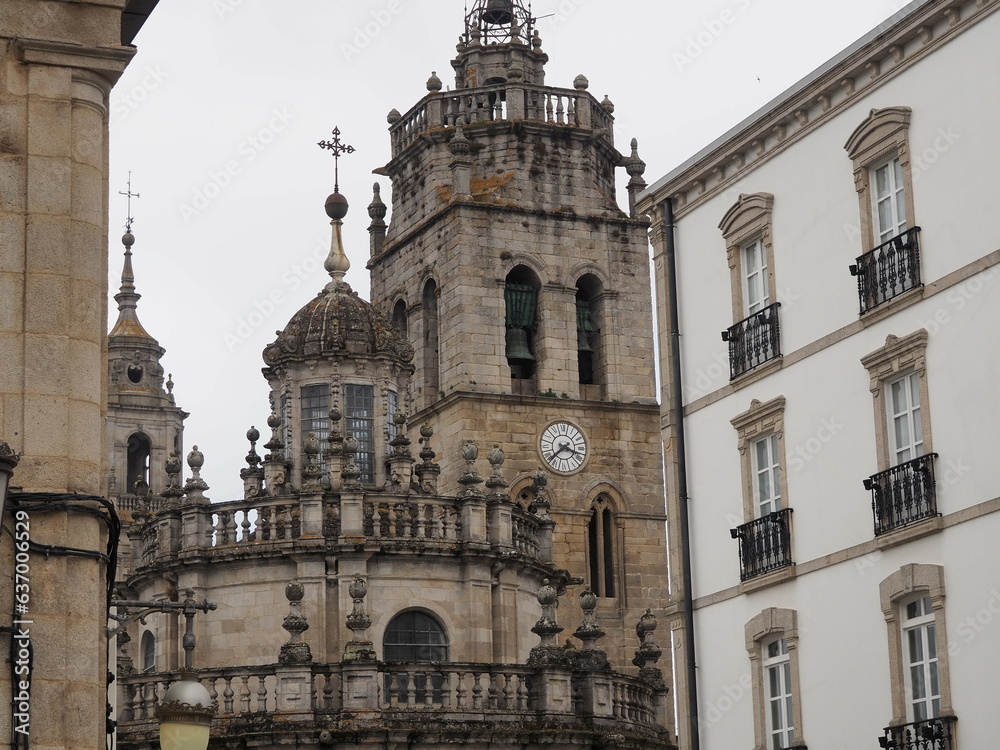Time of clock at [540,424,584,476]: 3:38
